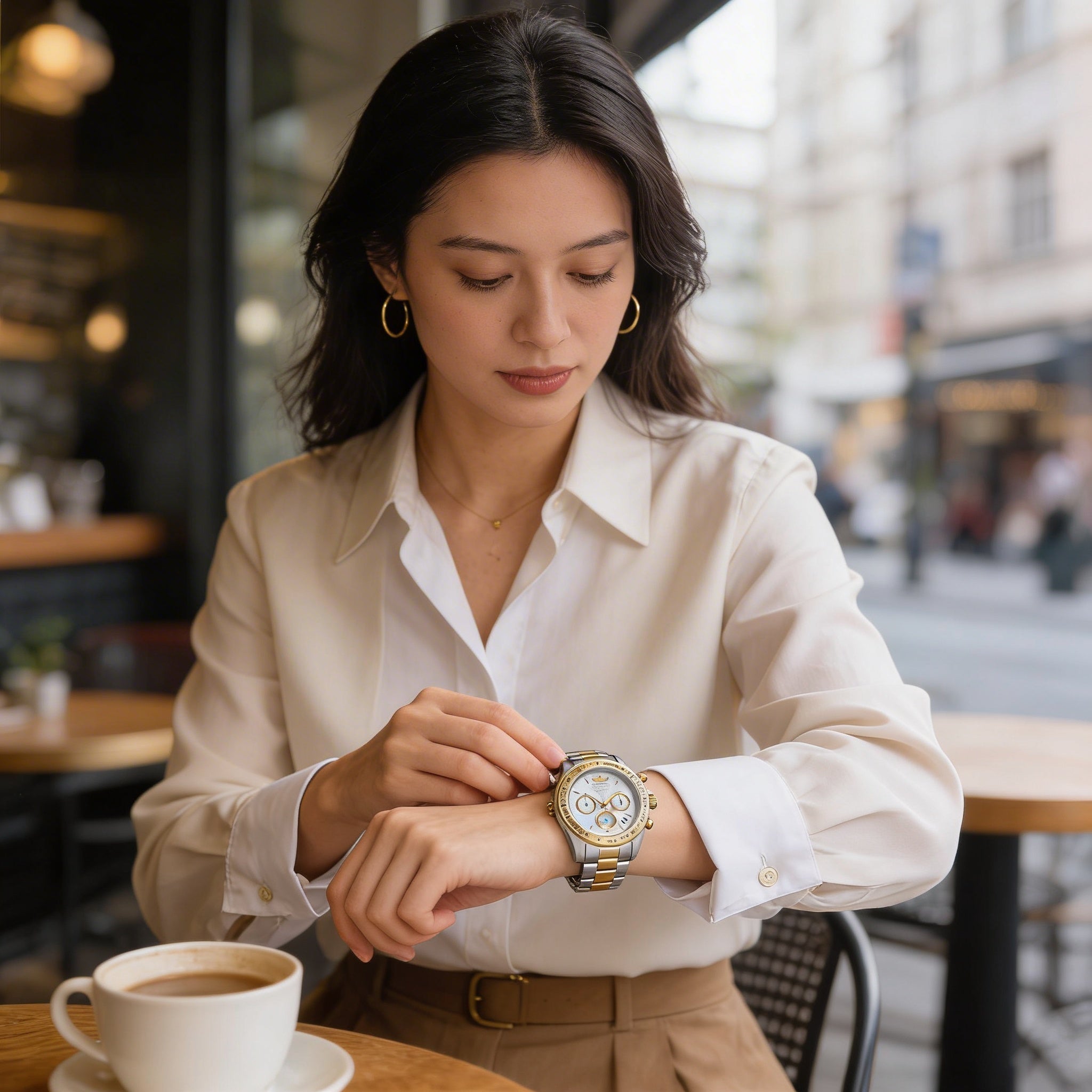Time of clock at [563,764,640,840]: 10:07
